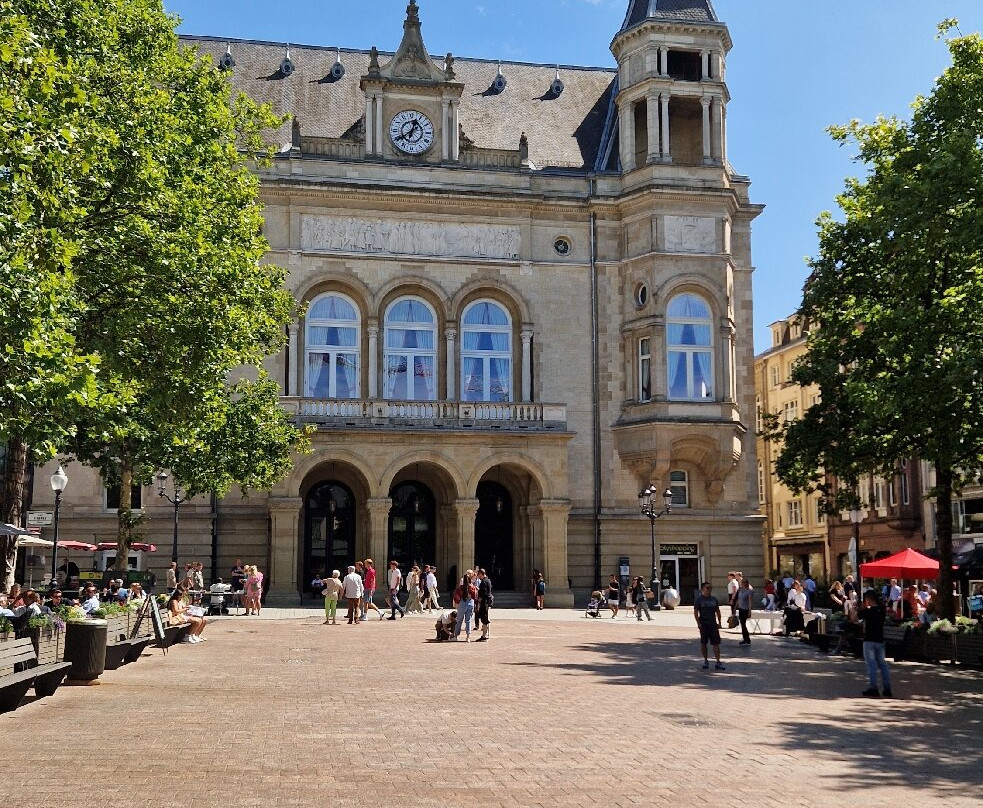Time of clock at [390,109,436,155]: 12:39
